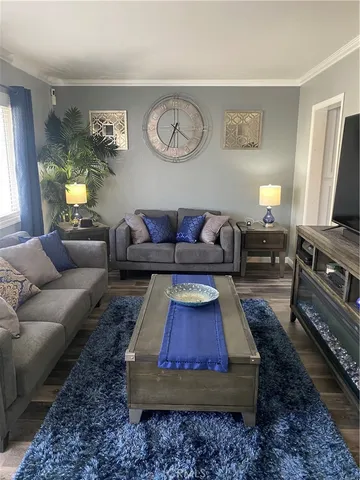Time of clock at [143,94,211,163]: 4:33
